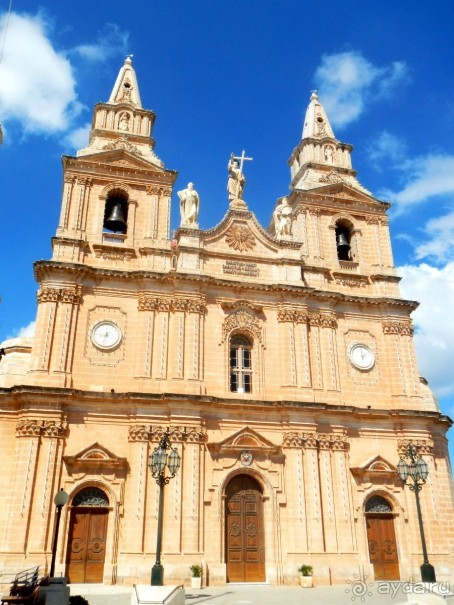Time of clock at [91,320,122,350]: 8:32
